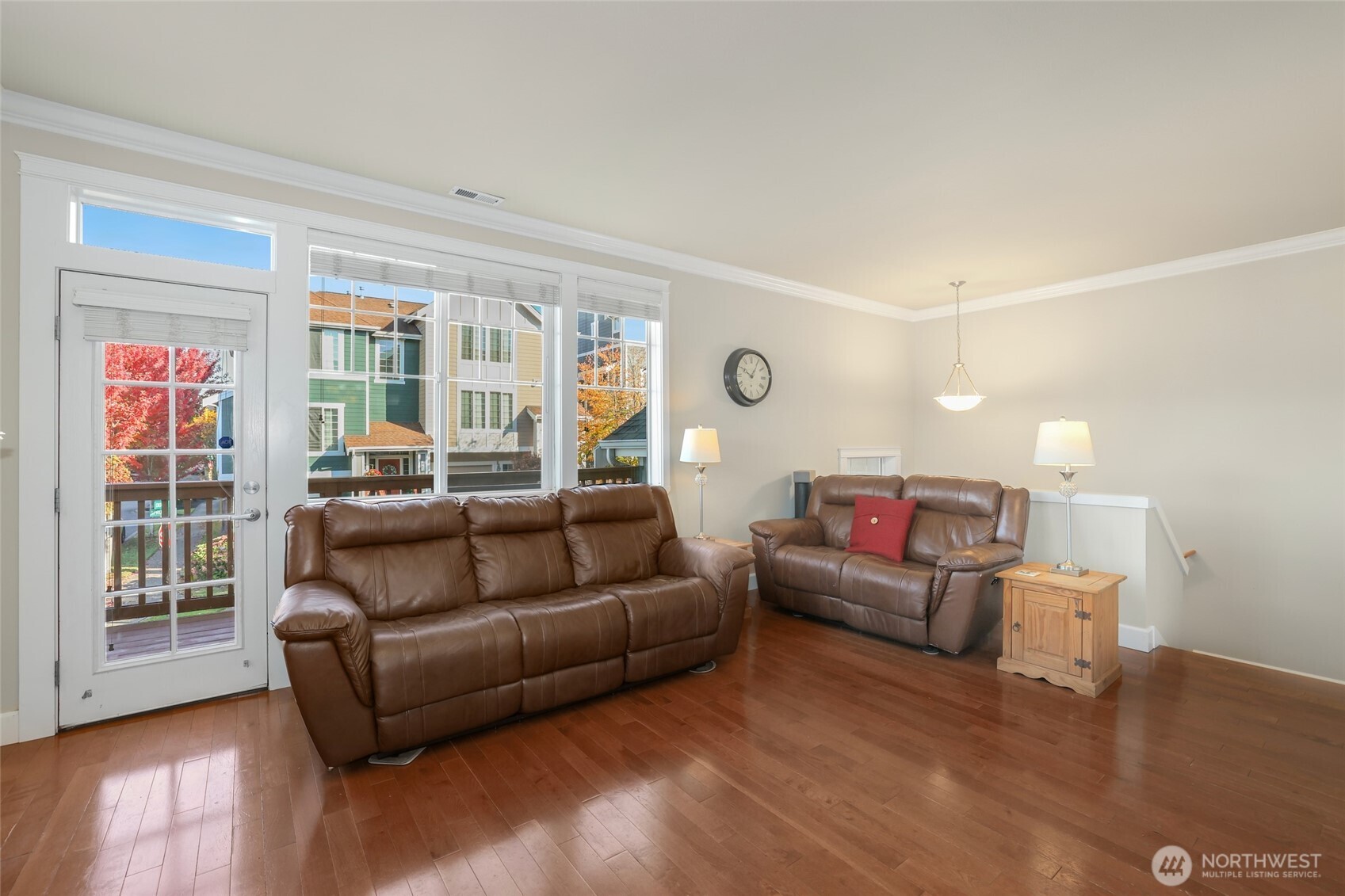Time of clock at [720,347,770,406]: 10:05
